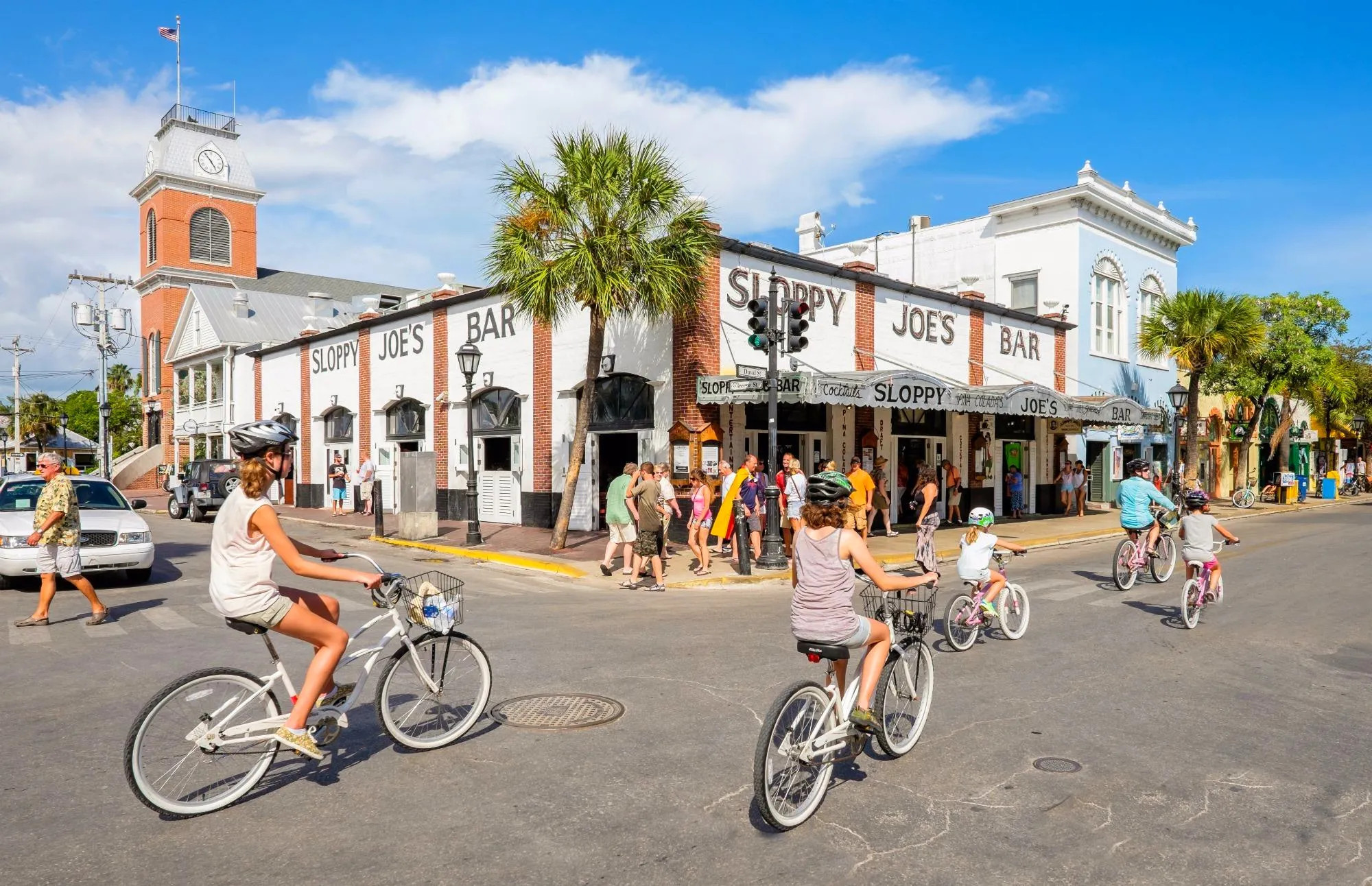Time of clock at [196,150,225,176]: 4:53
